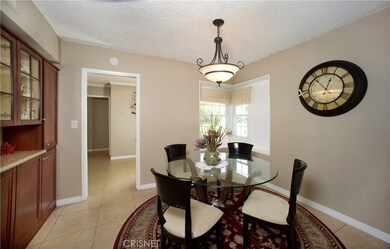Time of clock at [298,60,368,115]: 12:53
